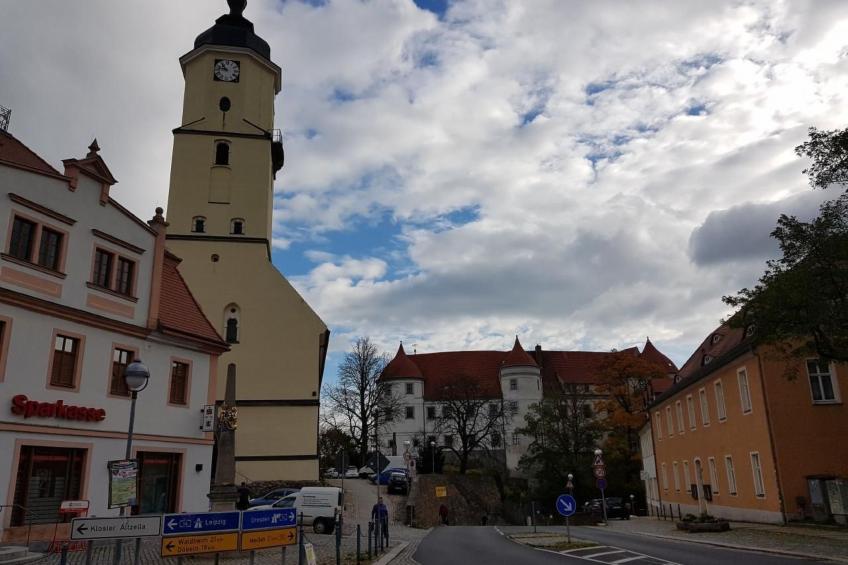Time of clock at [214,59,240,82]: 10:47
